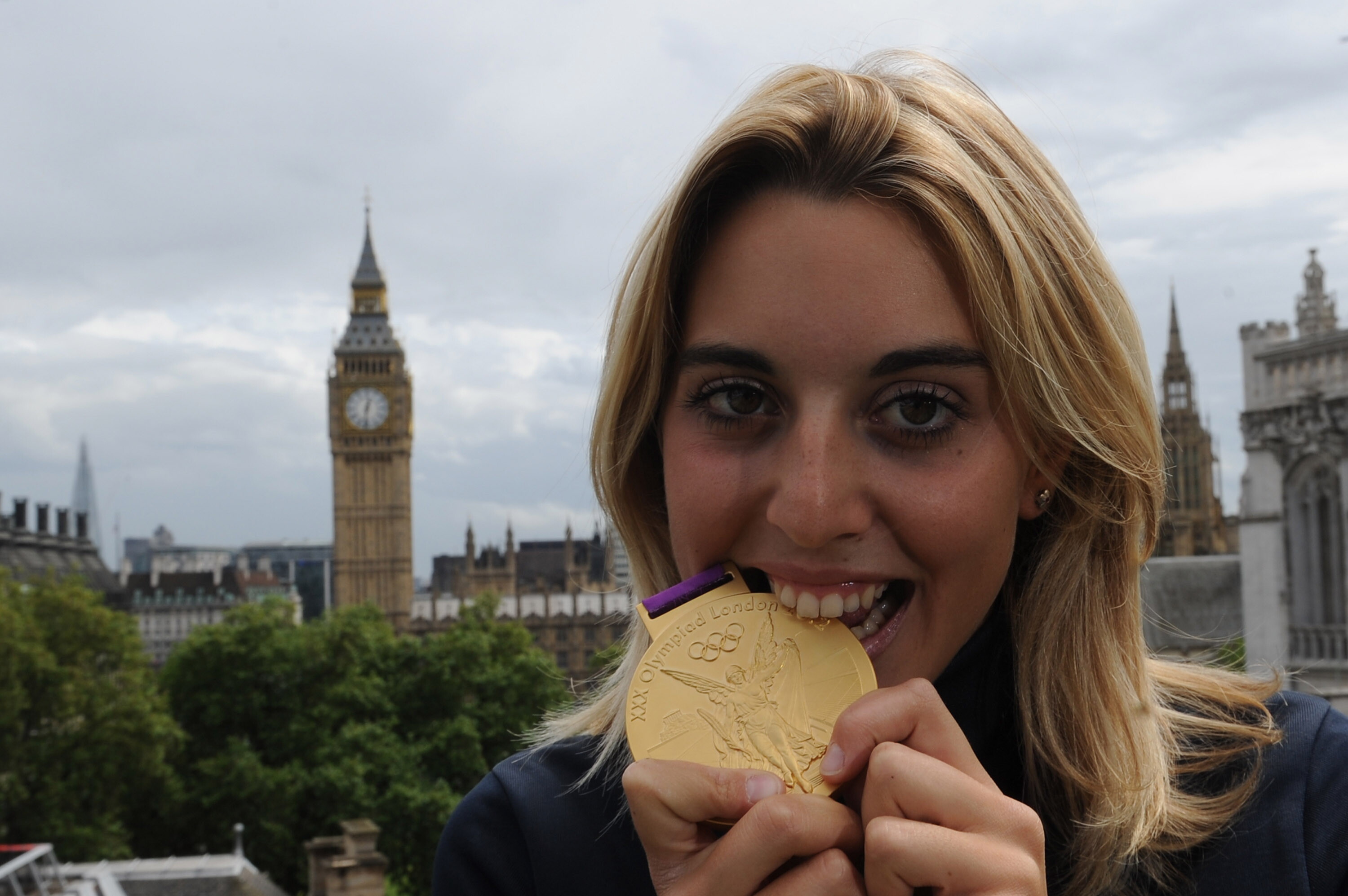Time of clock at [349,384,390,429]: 12:32
